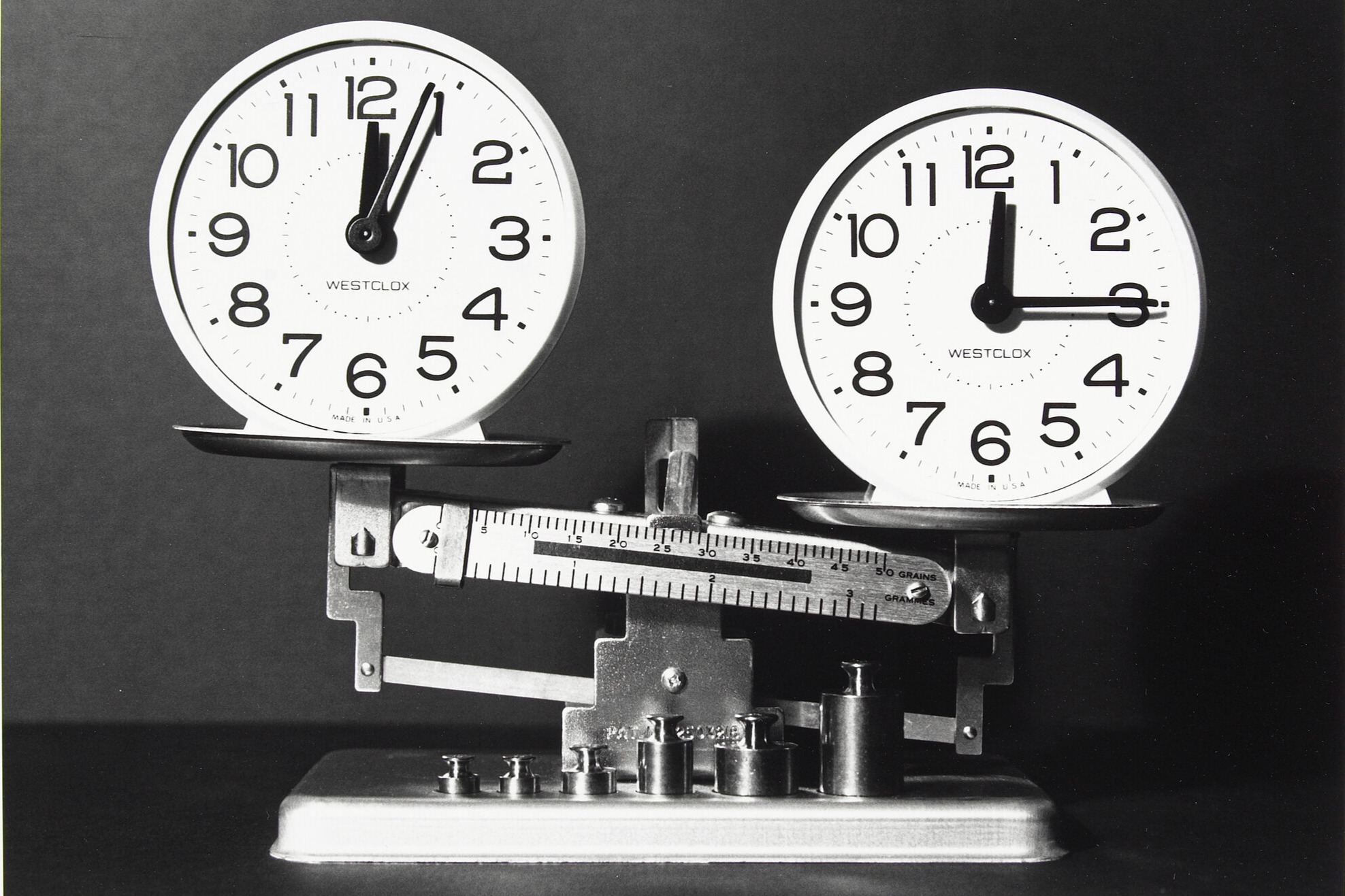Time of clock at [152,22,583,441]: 12:03
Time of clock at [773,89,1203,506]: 12:14
